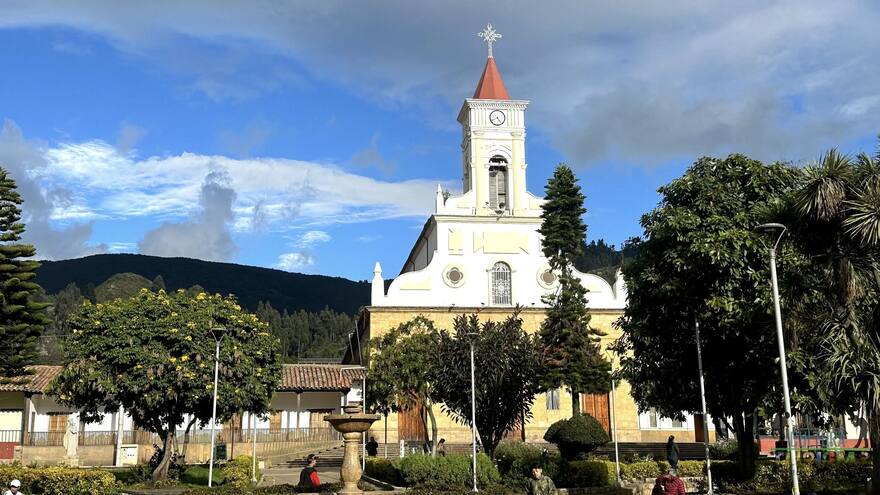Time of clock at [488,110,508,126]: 4:40
